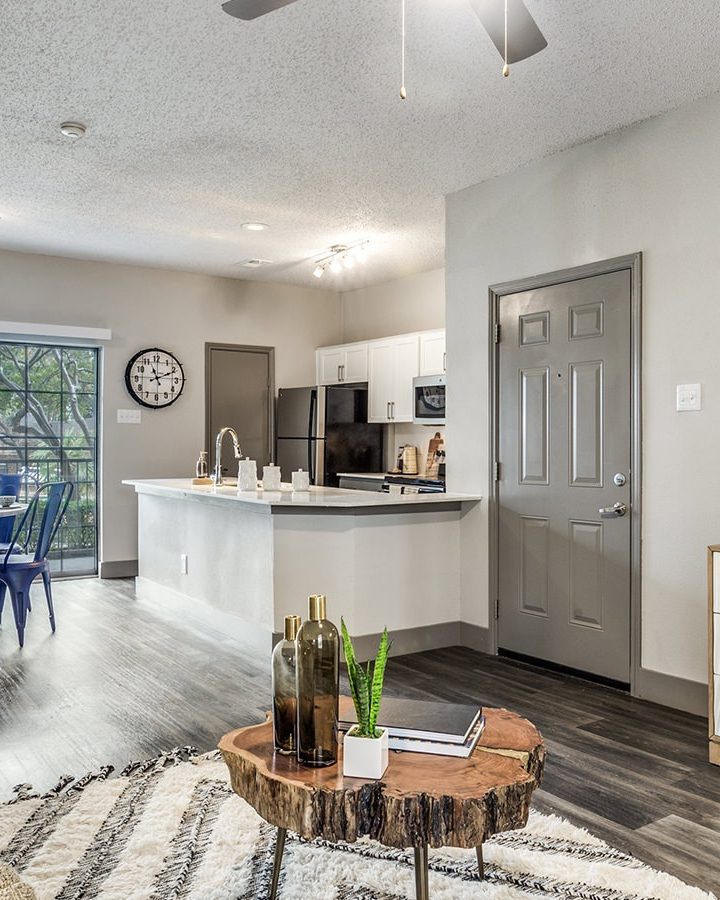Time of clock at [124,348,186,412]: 11:11
